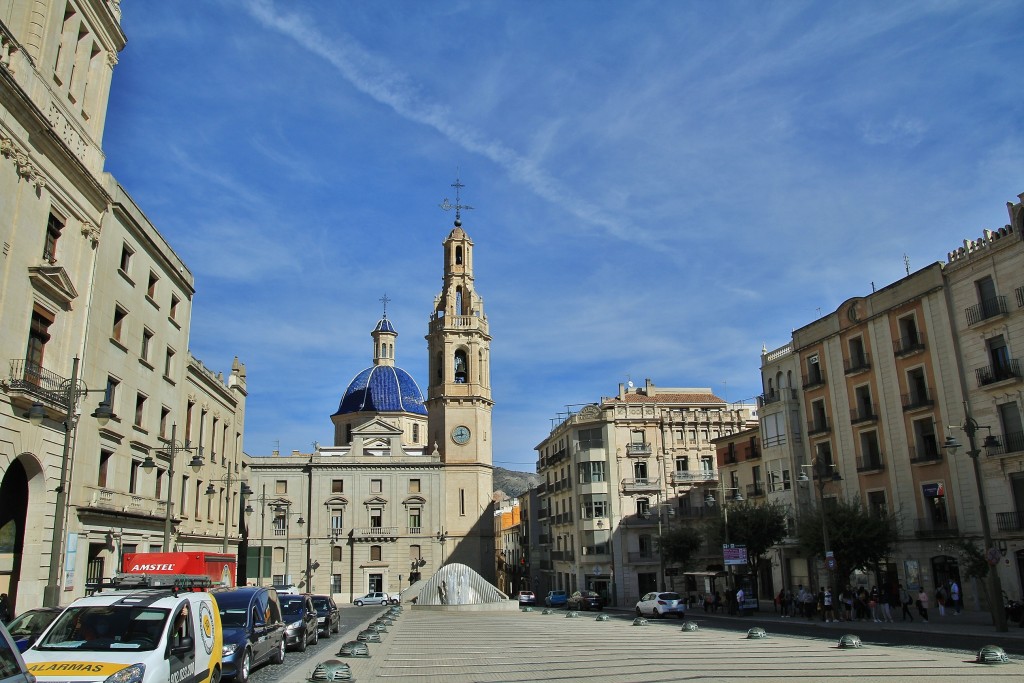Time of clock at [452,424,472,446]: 11:42
